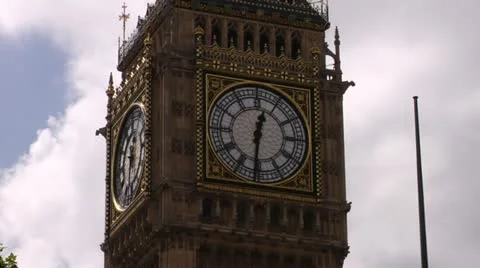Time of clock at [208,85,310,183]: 12:30
